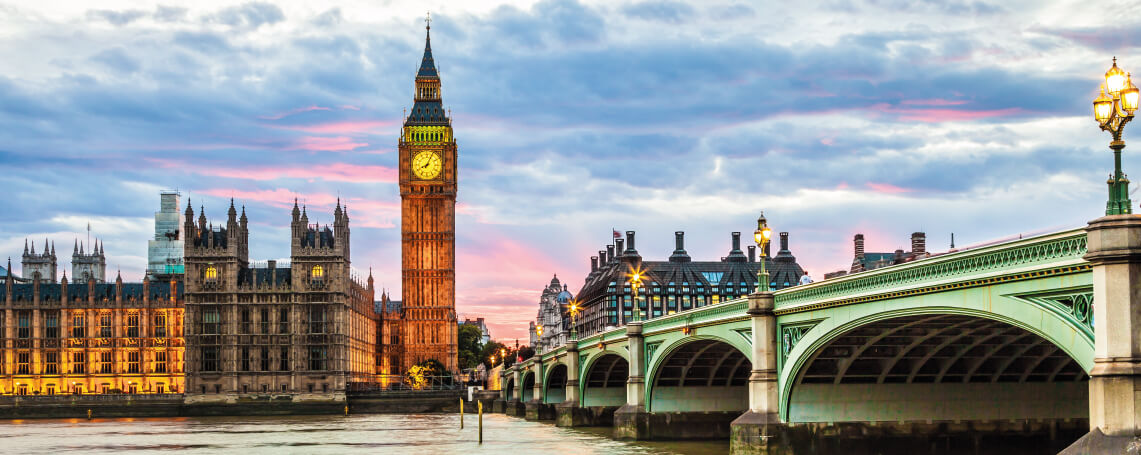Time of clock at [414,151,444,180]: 8:04
